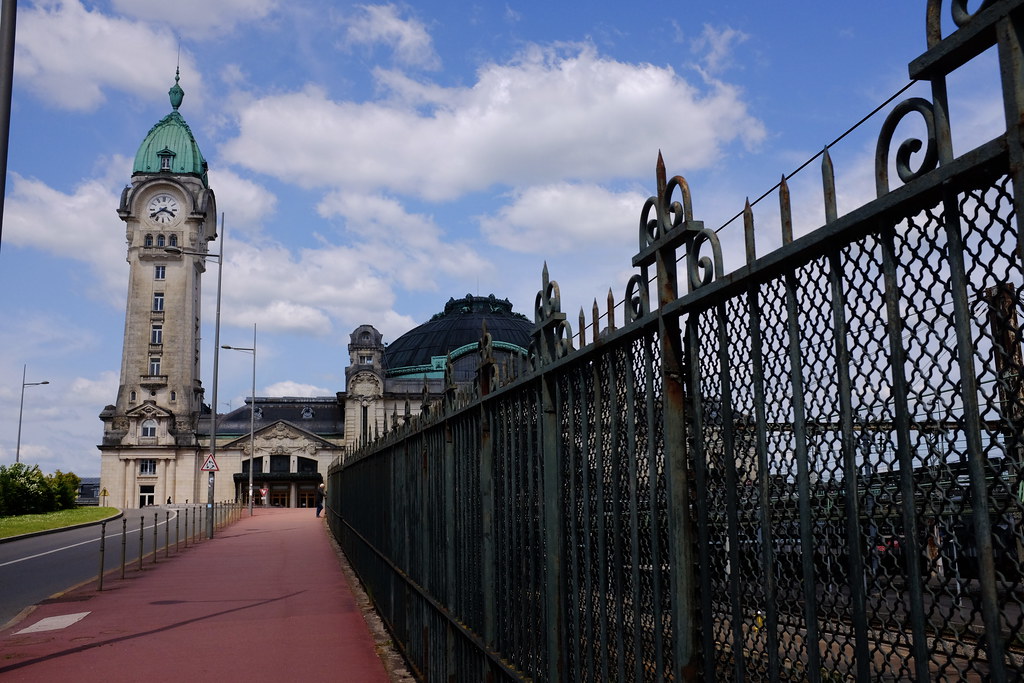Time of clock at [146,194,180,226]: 3:39
